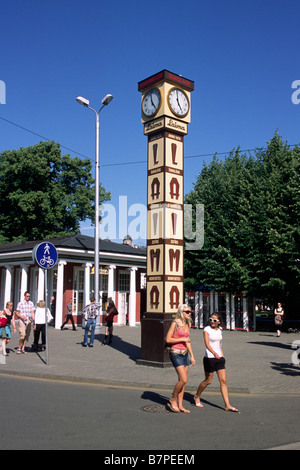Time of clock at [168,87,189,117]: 4:59
